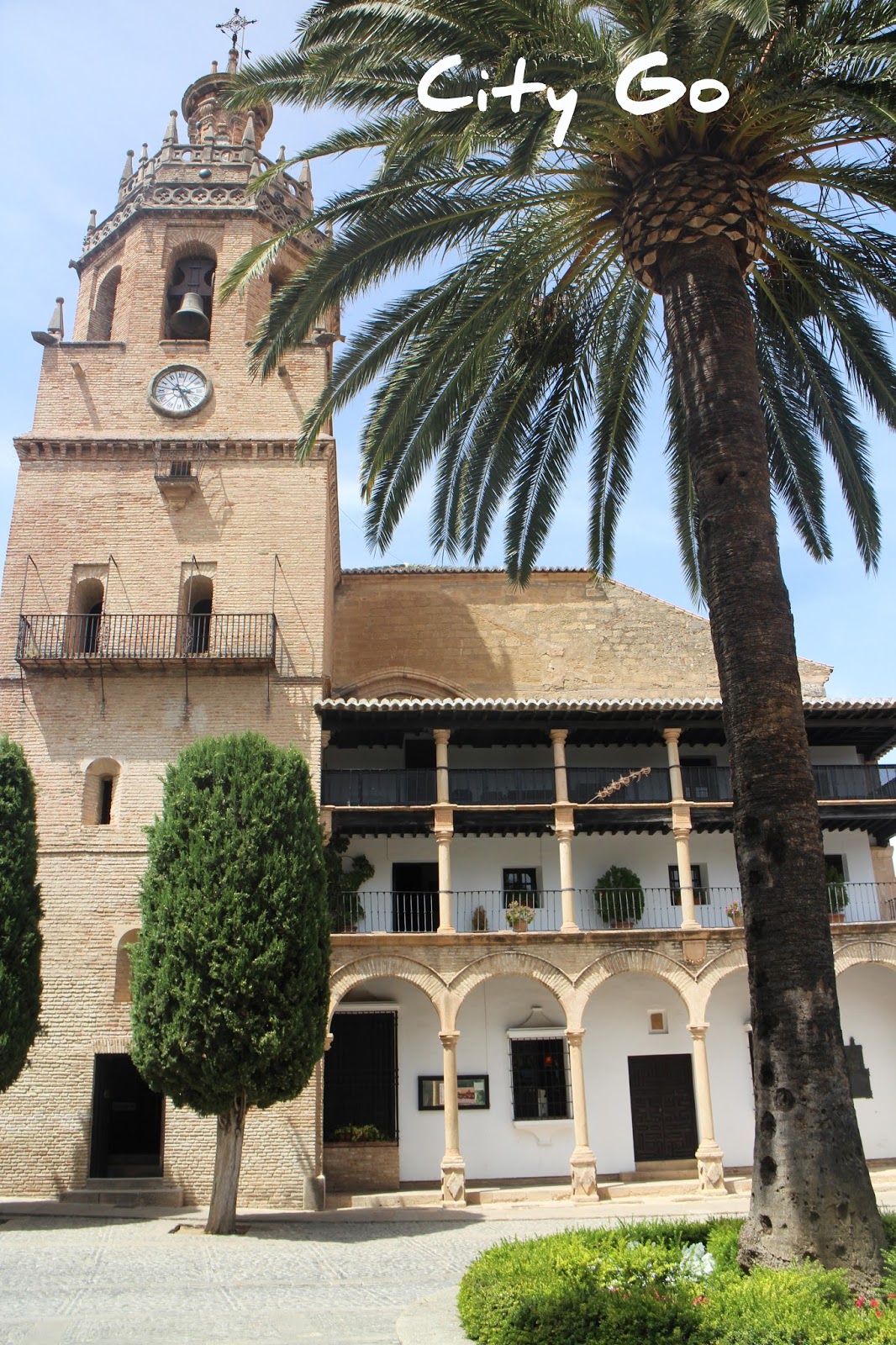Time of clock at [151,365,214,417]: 3:24
